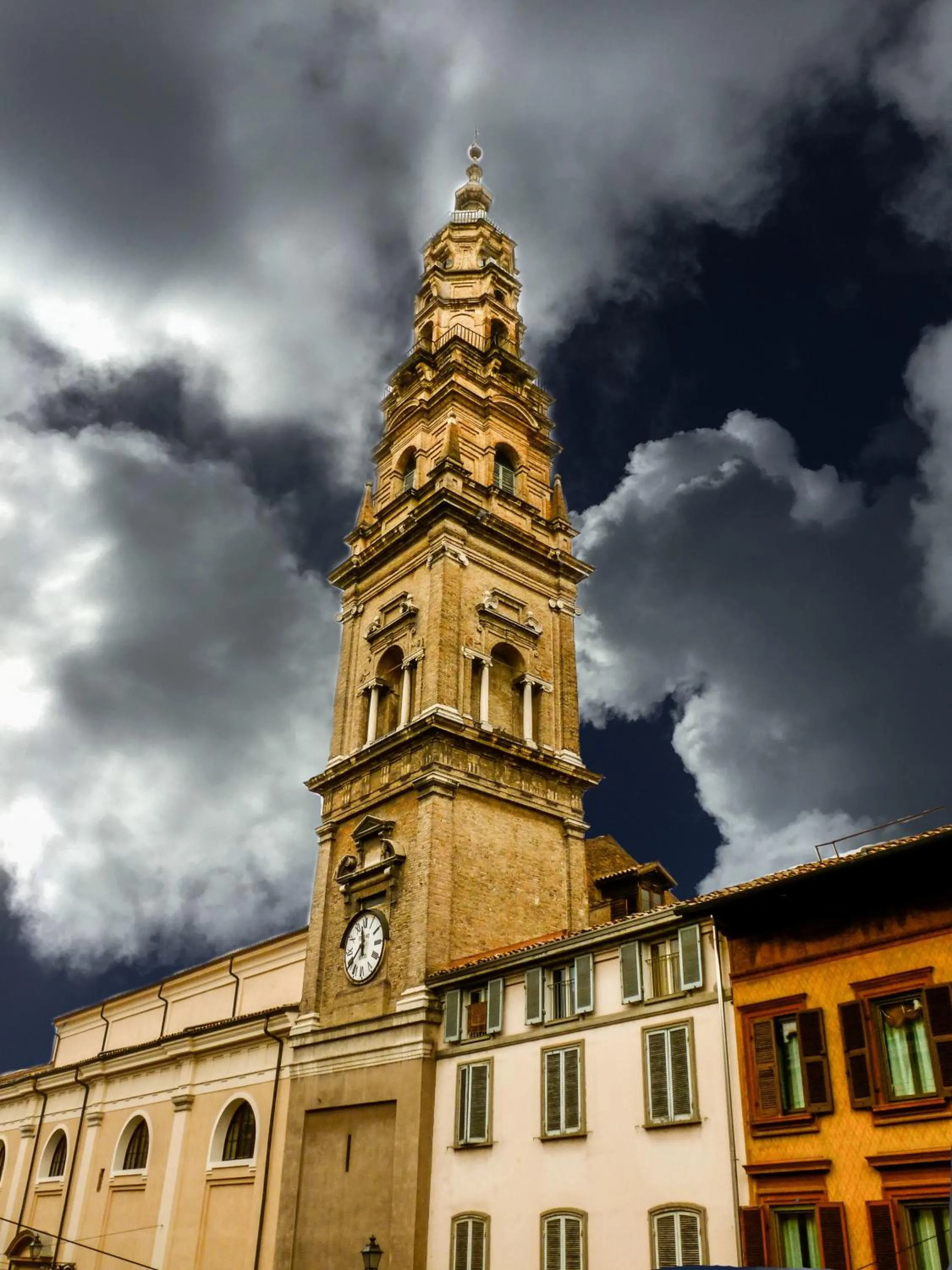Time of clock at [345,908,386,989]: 11:38
